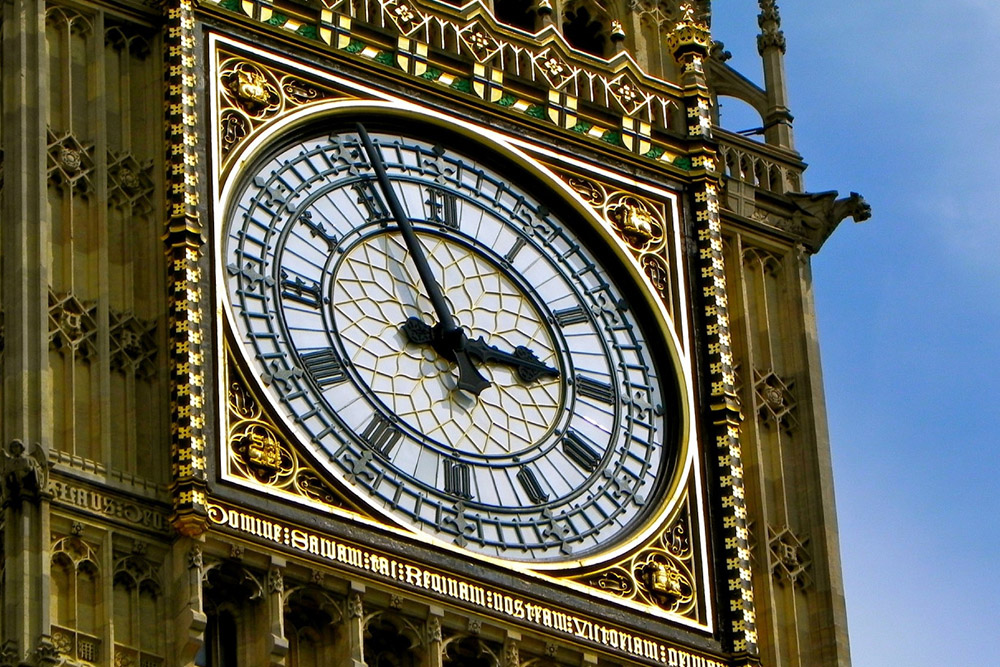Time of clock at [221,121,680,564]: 2:56
